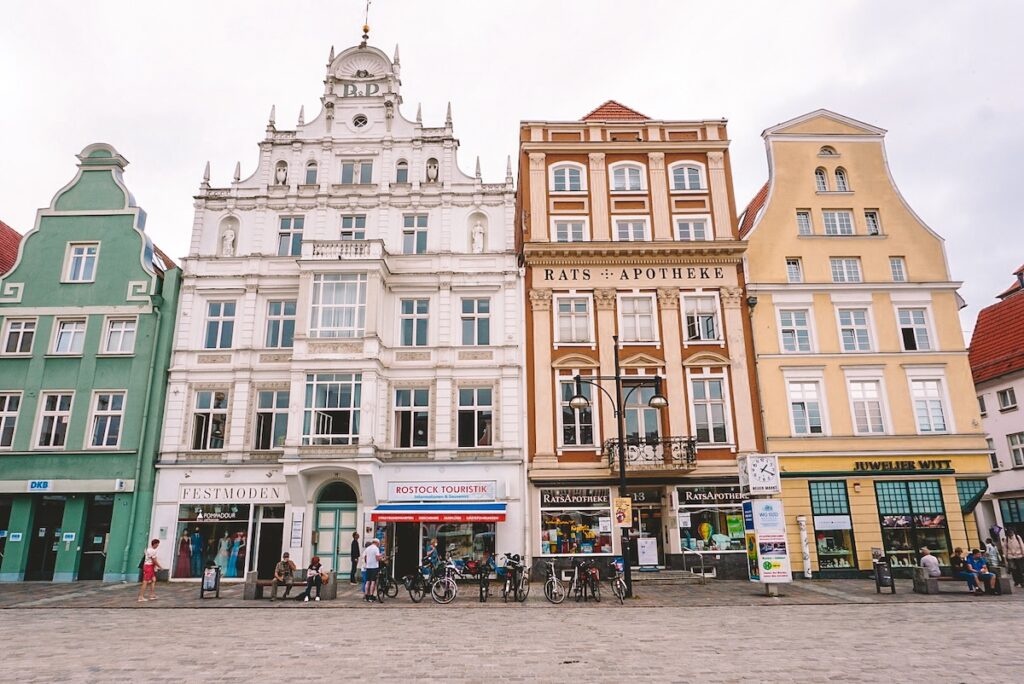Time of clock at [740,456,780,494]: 1:18
